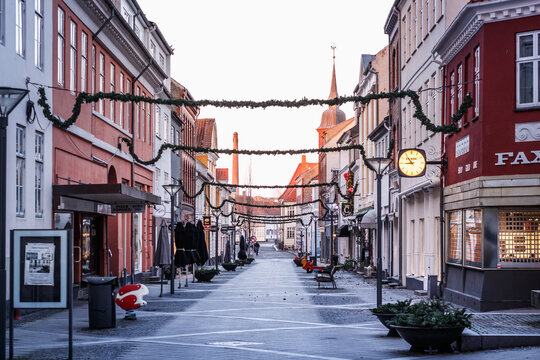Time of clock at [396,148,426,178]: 8:53
